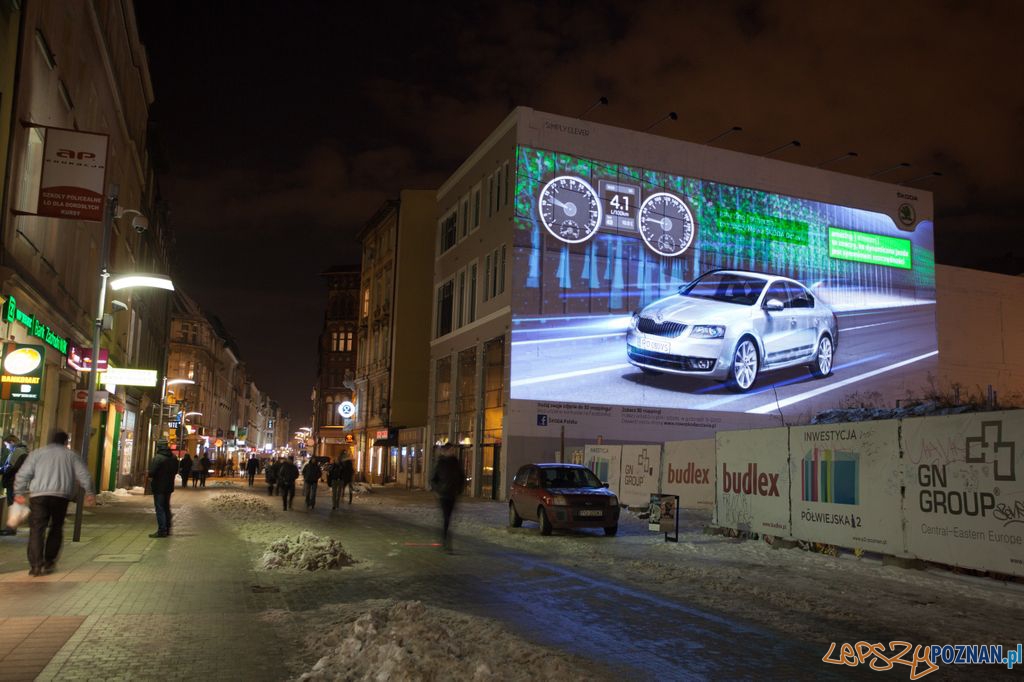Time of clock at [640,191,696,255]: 9:01
